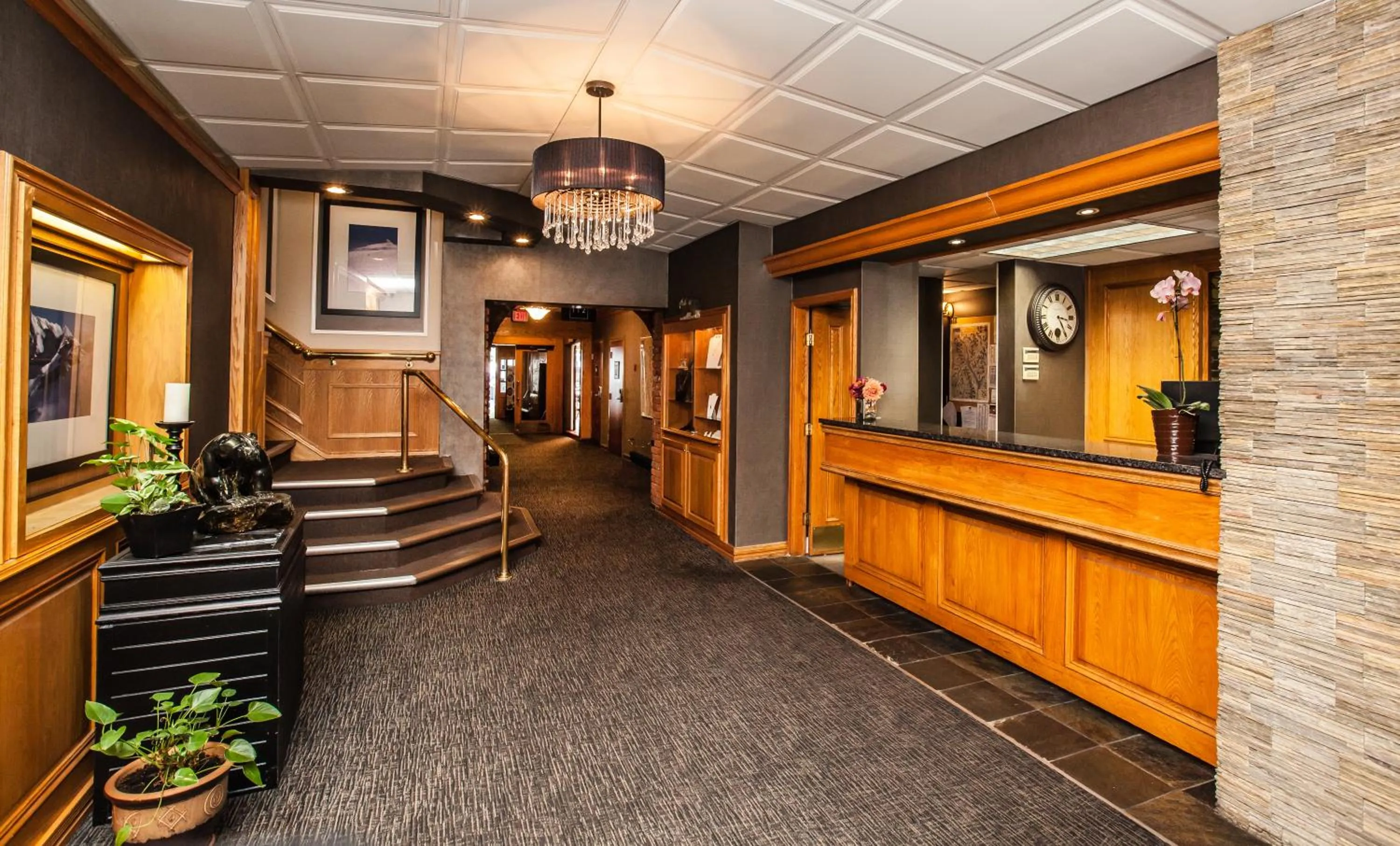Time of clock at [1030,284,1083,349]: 3:24
